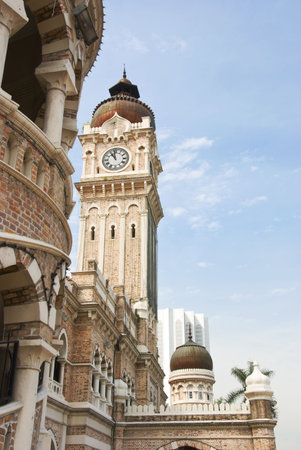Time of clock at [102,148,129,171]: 10:58
